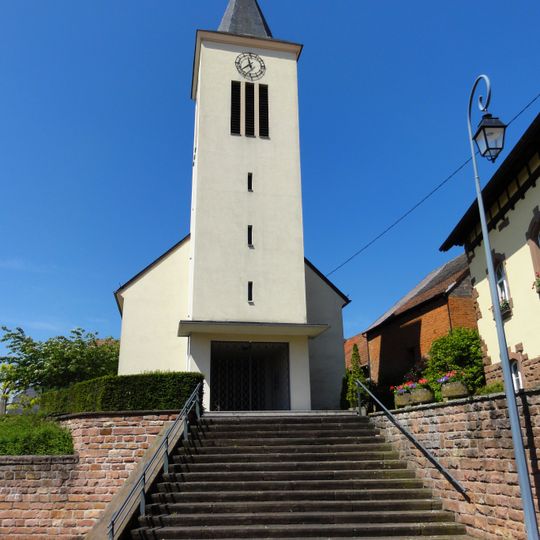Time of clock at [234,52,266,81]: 11:37
